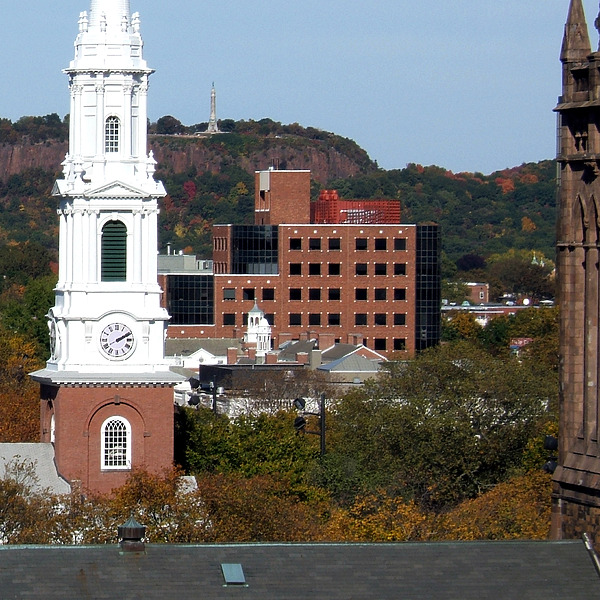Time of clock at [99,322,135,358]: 2:11
